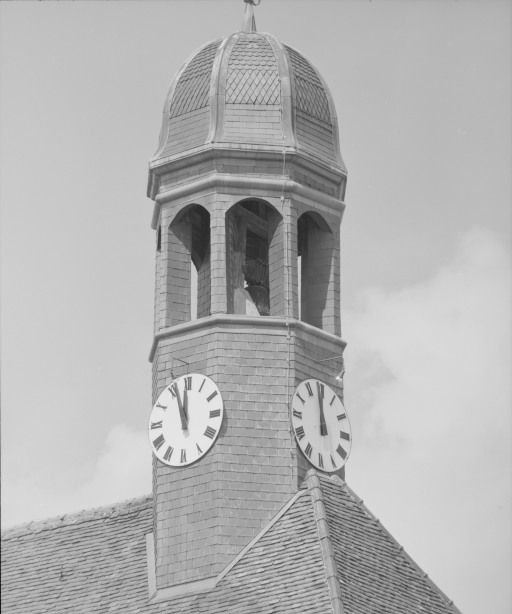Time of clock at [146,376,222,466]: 11:56
